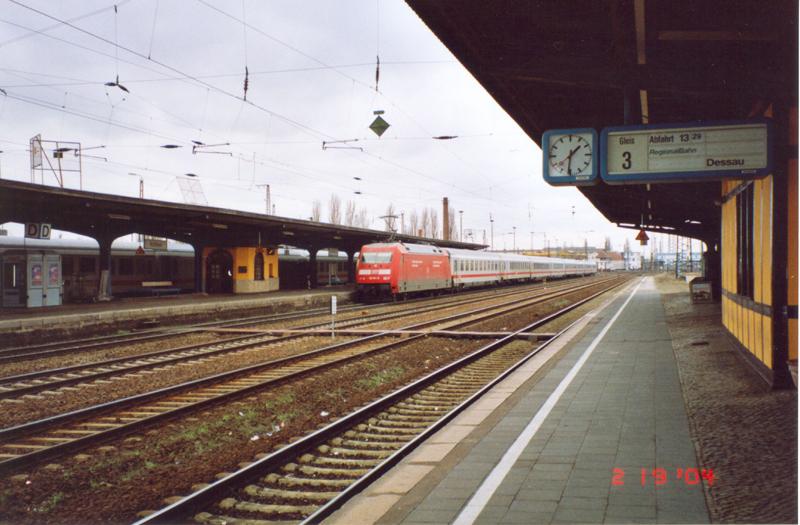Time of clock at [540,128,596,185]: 1:31
